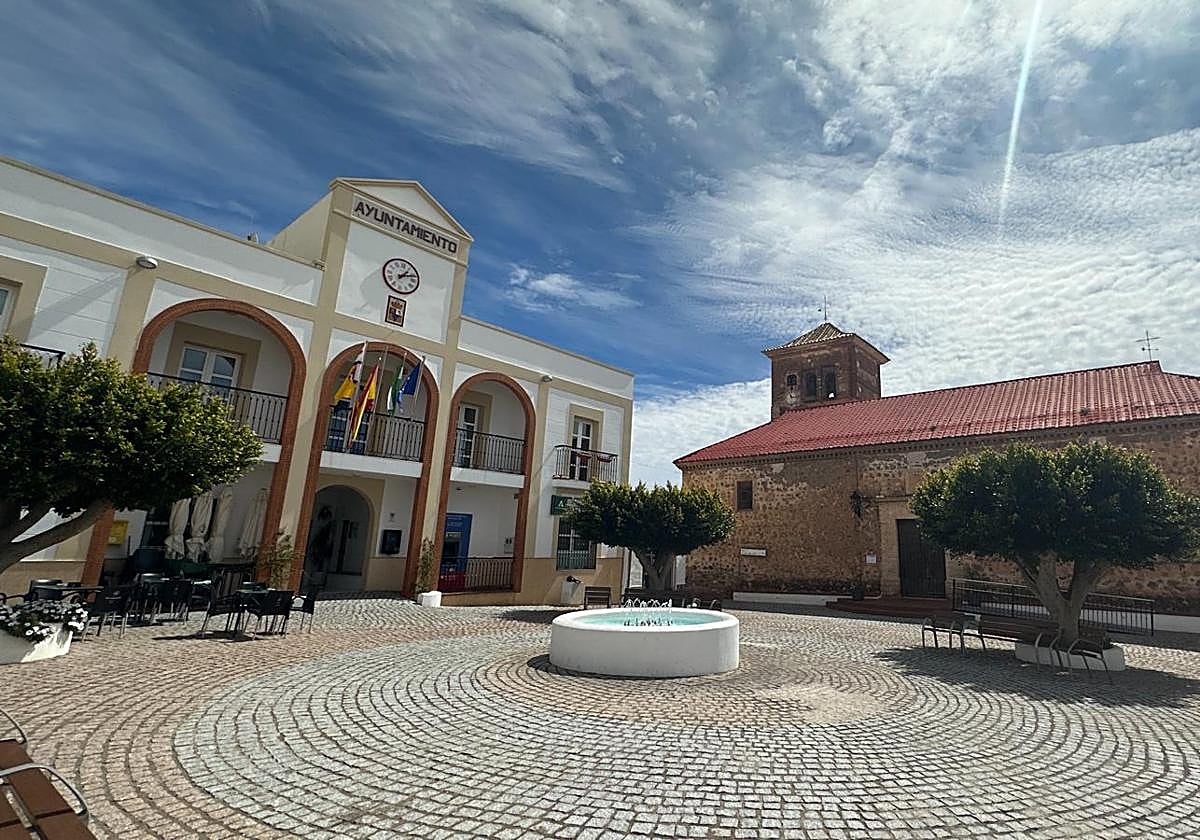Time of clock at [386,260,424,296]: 1:11
